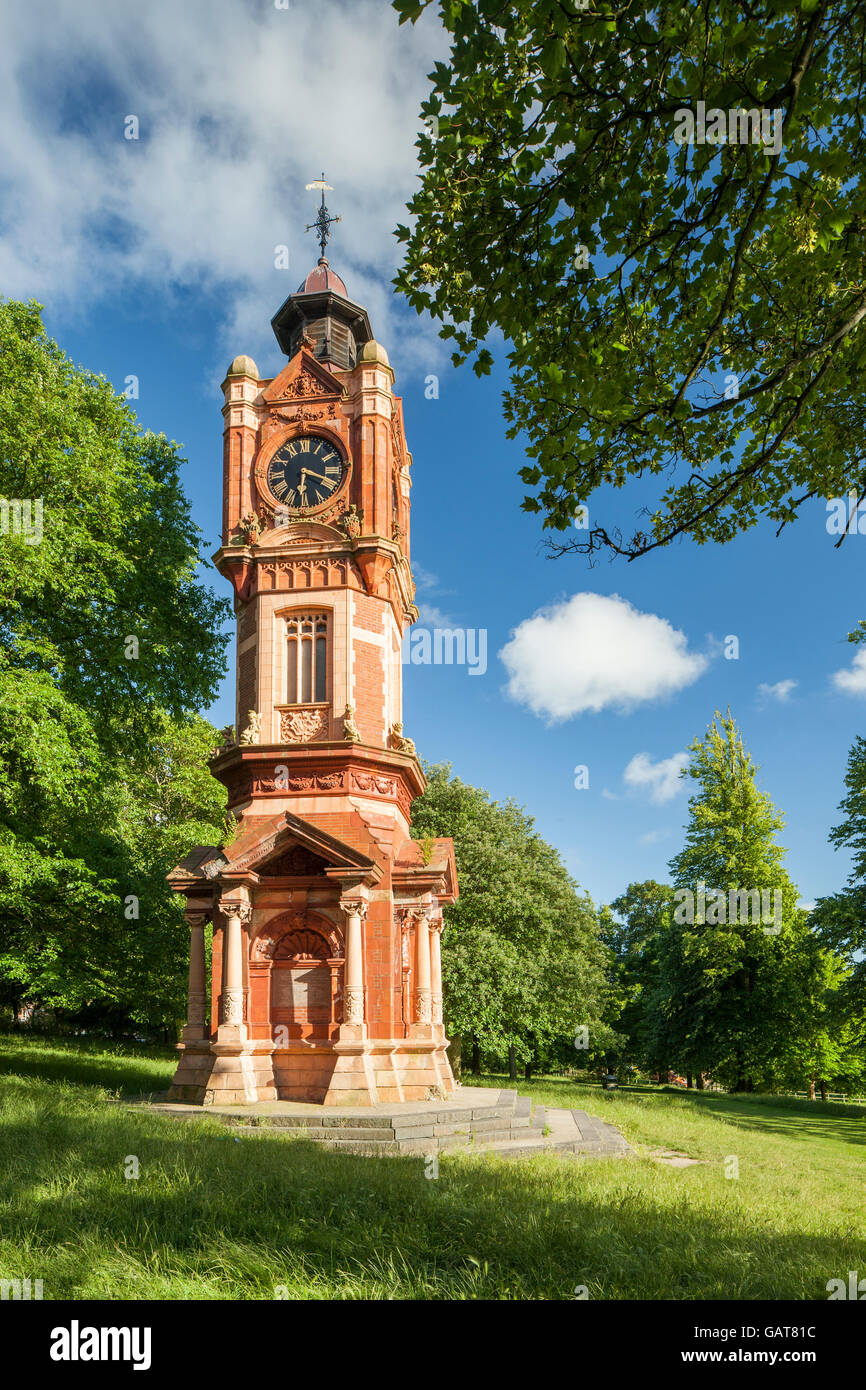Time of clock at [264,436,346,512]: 6:18
